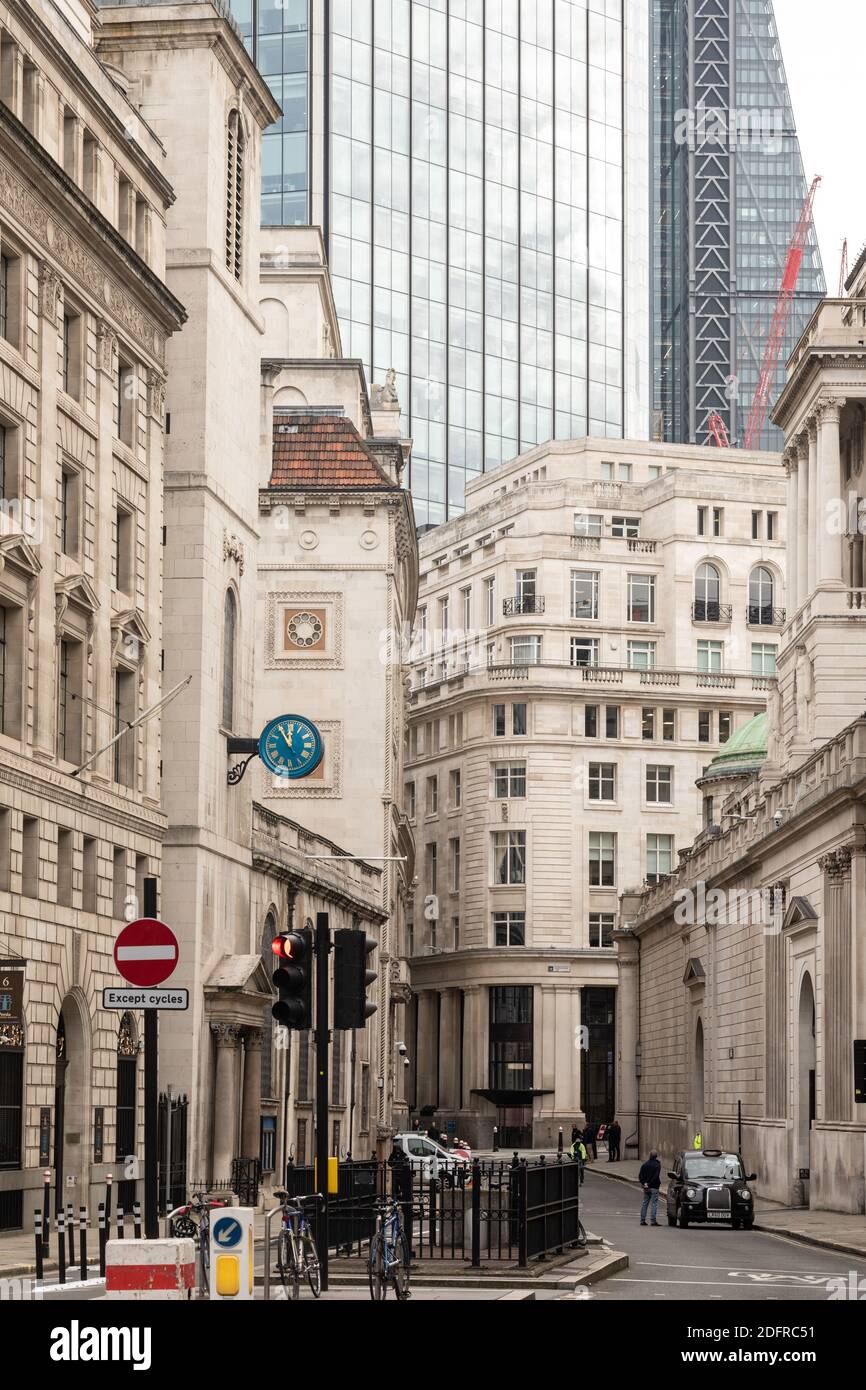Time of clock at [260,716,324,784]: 11:54
